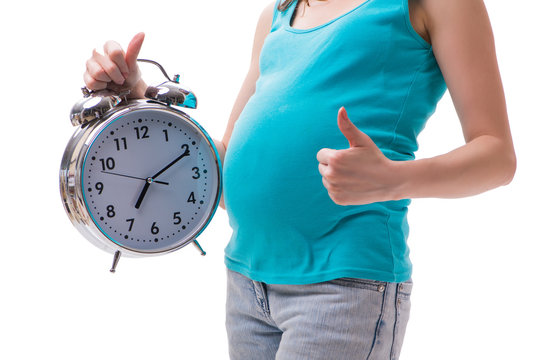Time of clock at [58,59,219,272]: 7:10
